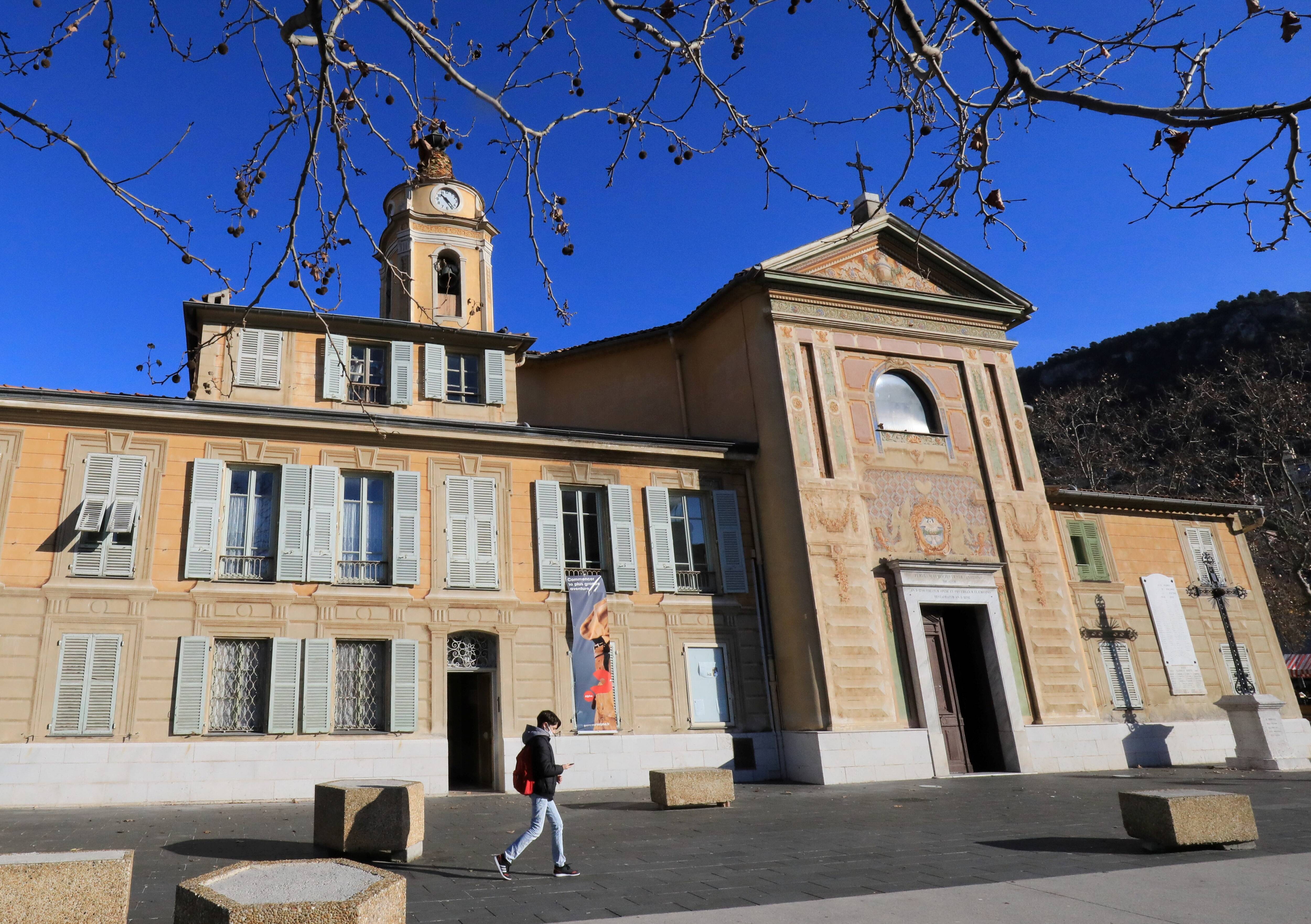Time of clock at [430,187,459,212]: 10:23
